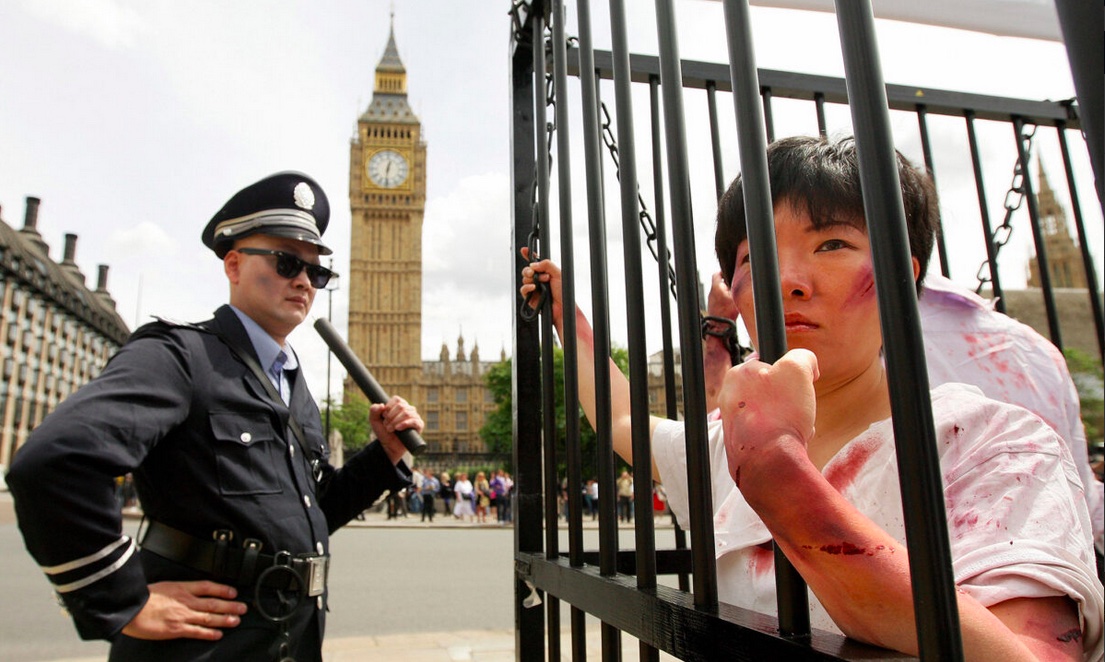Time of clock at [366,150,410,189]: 12:31
